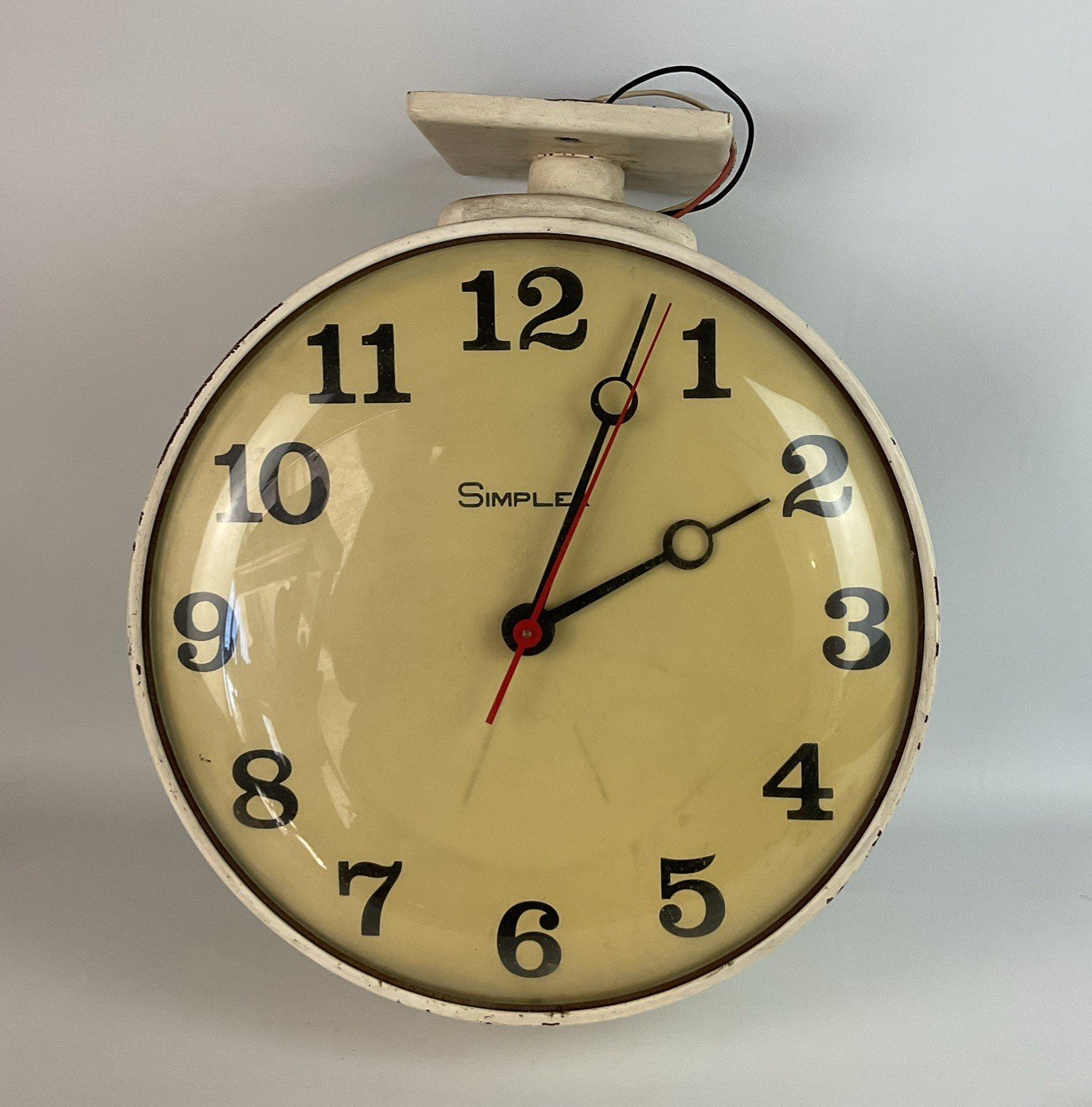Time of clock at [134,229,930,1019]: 2:03
